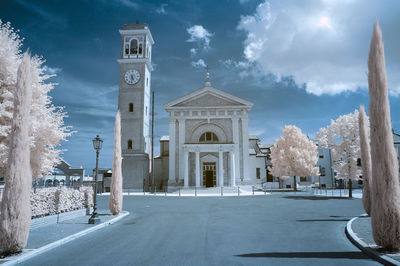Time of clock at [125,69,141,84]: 5:31
